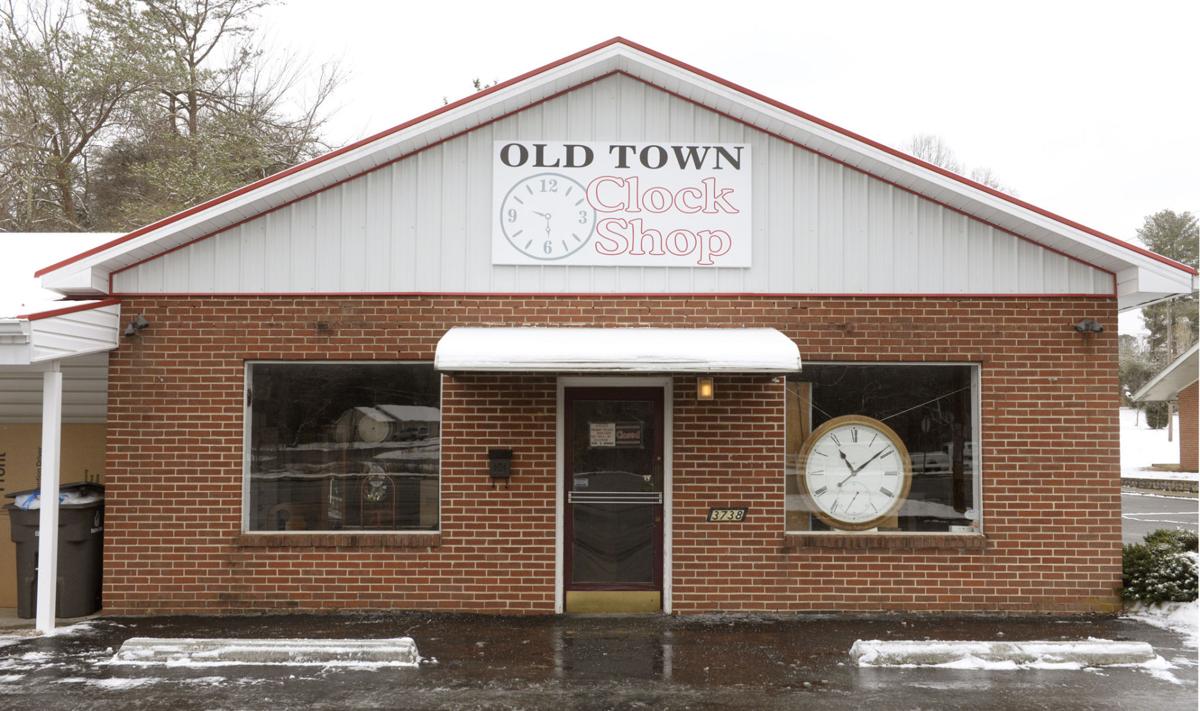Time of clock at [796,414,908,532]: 11:08
